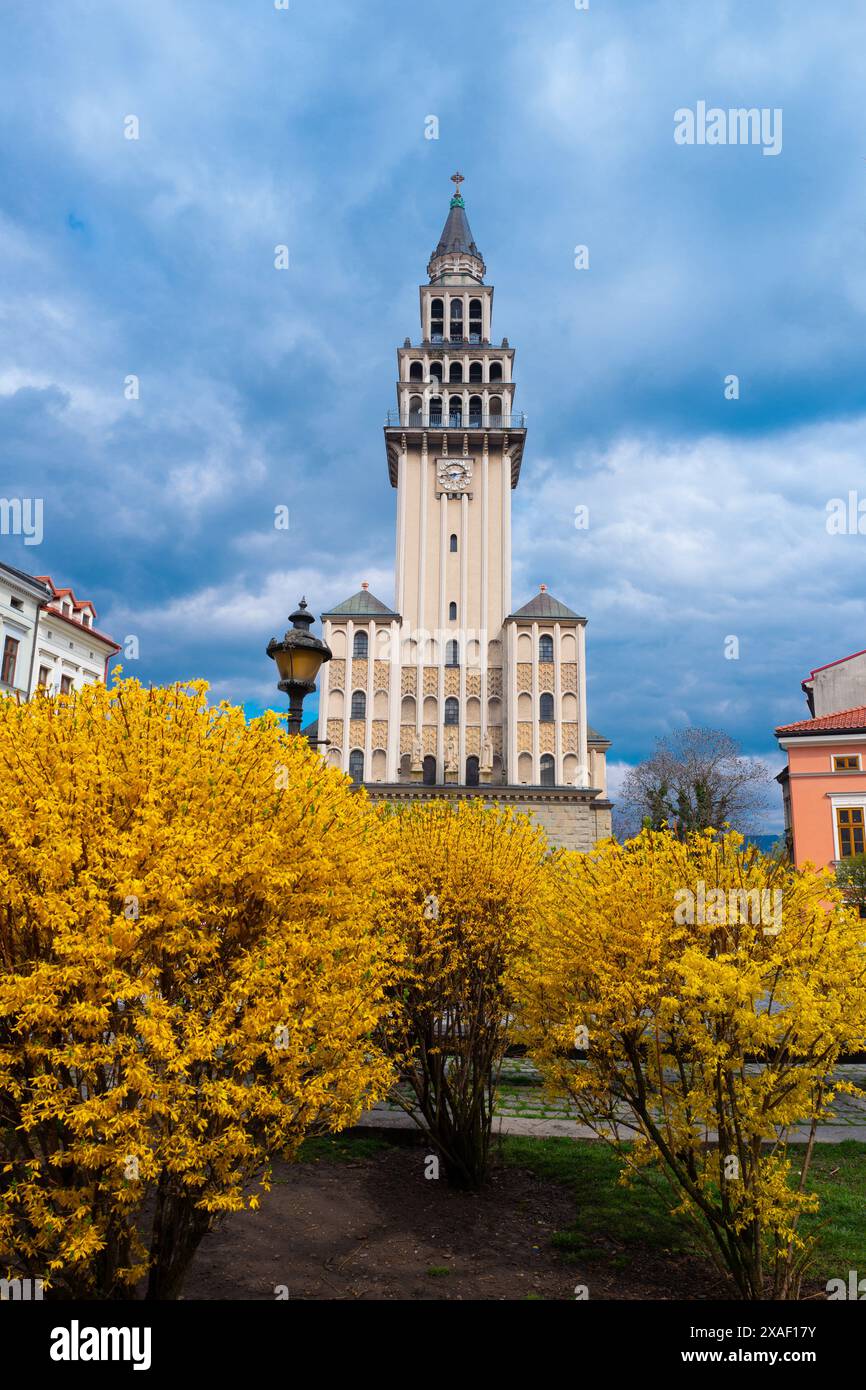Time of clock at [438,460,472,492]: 8:12
